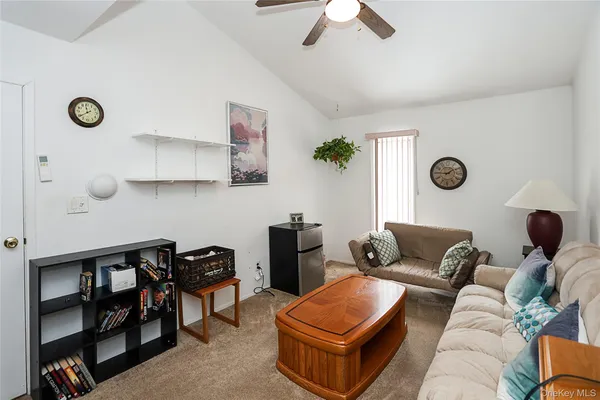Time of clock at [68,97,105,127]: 11:39
